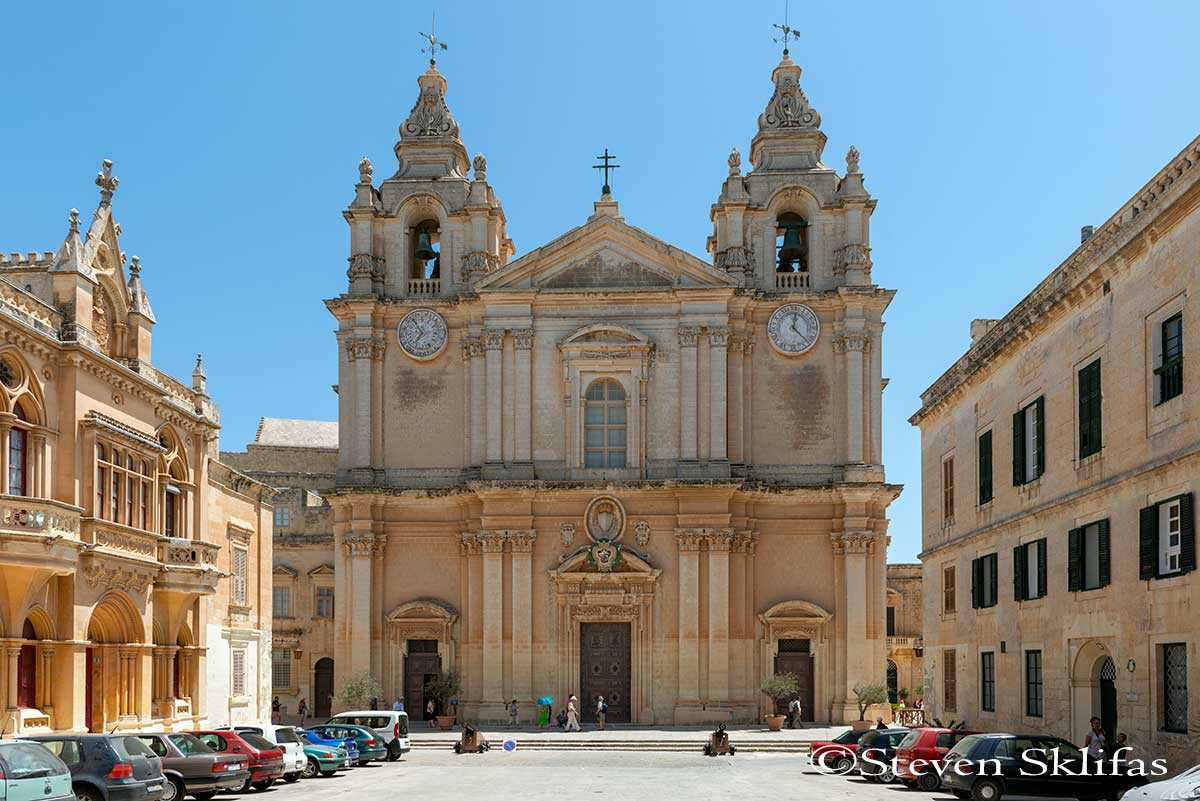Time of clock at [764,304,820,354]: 12:22
